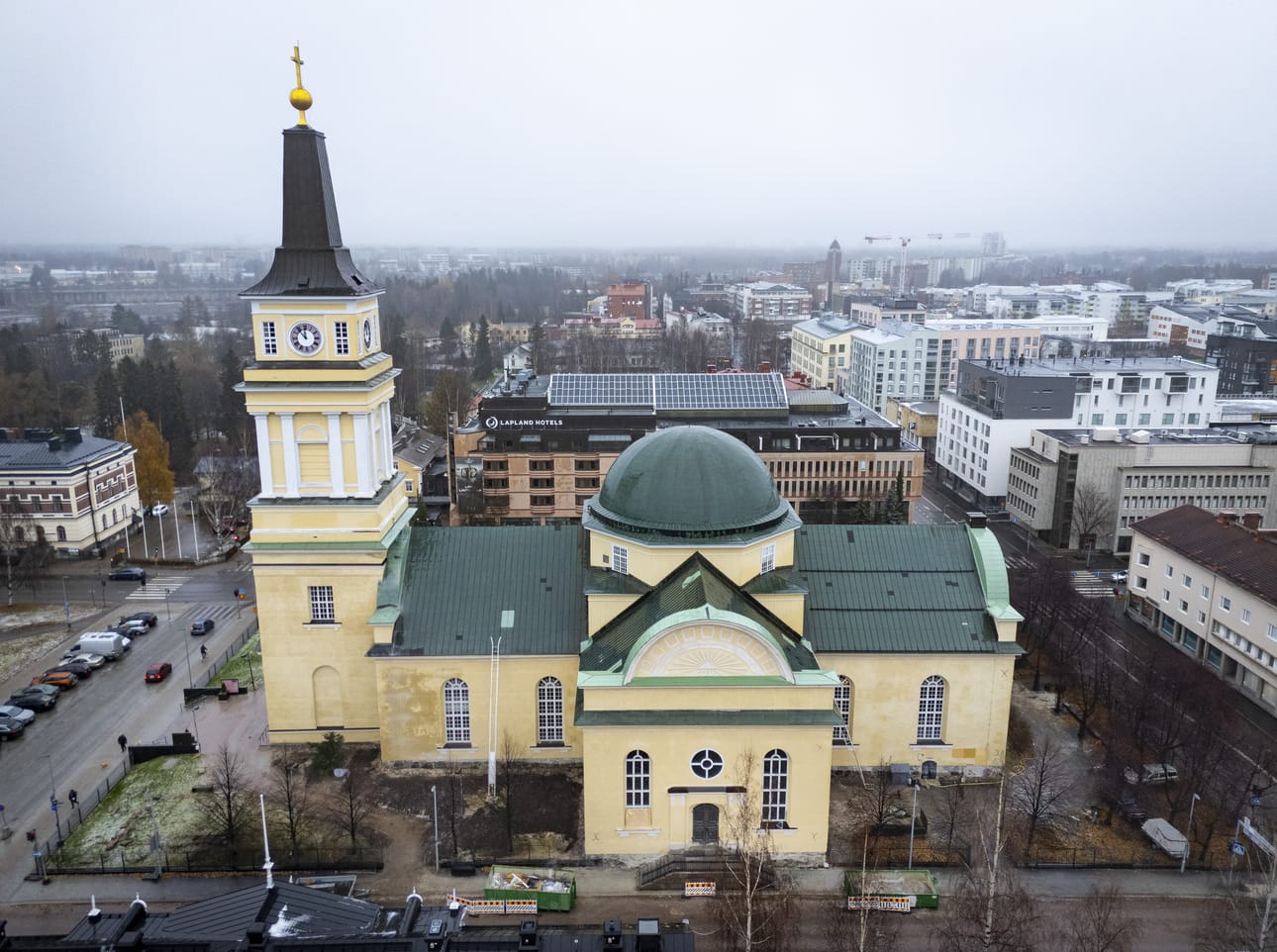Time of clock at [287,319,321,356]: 11:53
